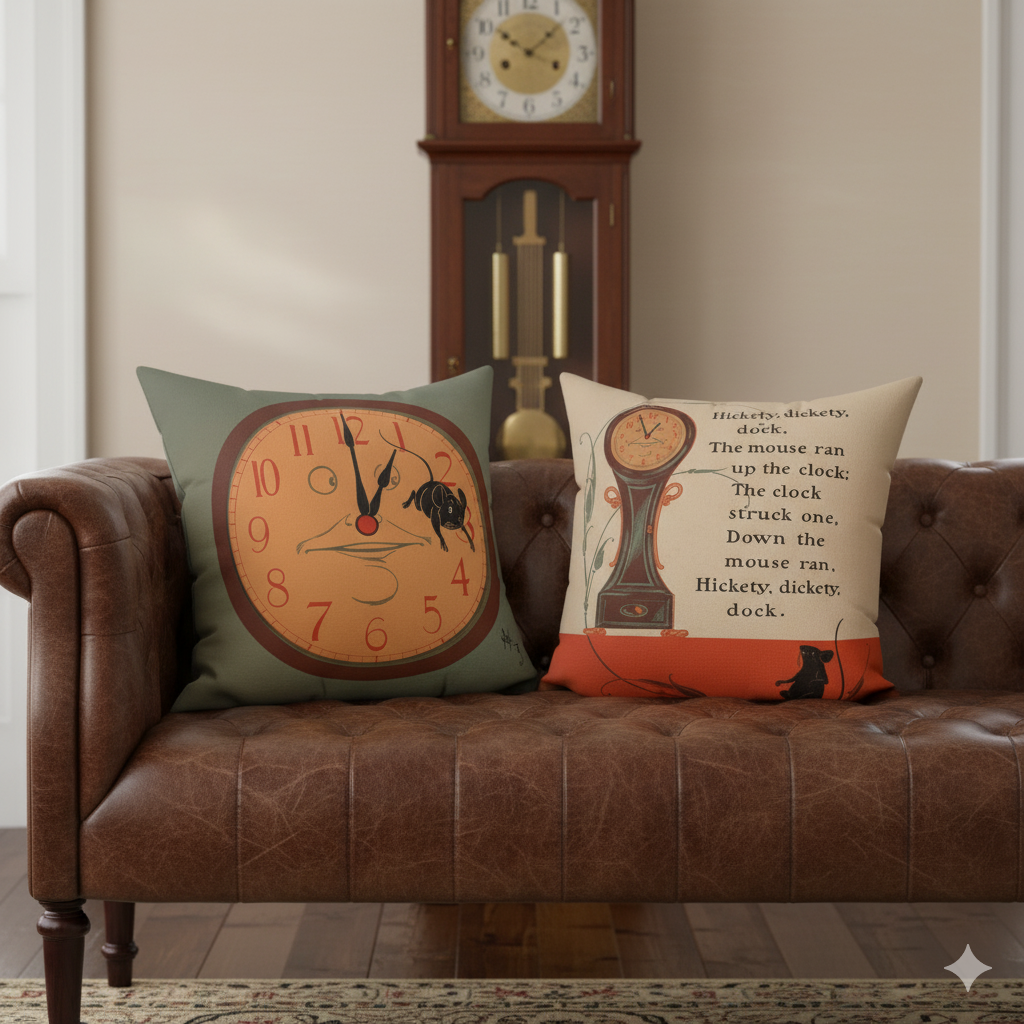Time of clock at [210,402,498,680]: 1:00
